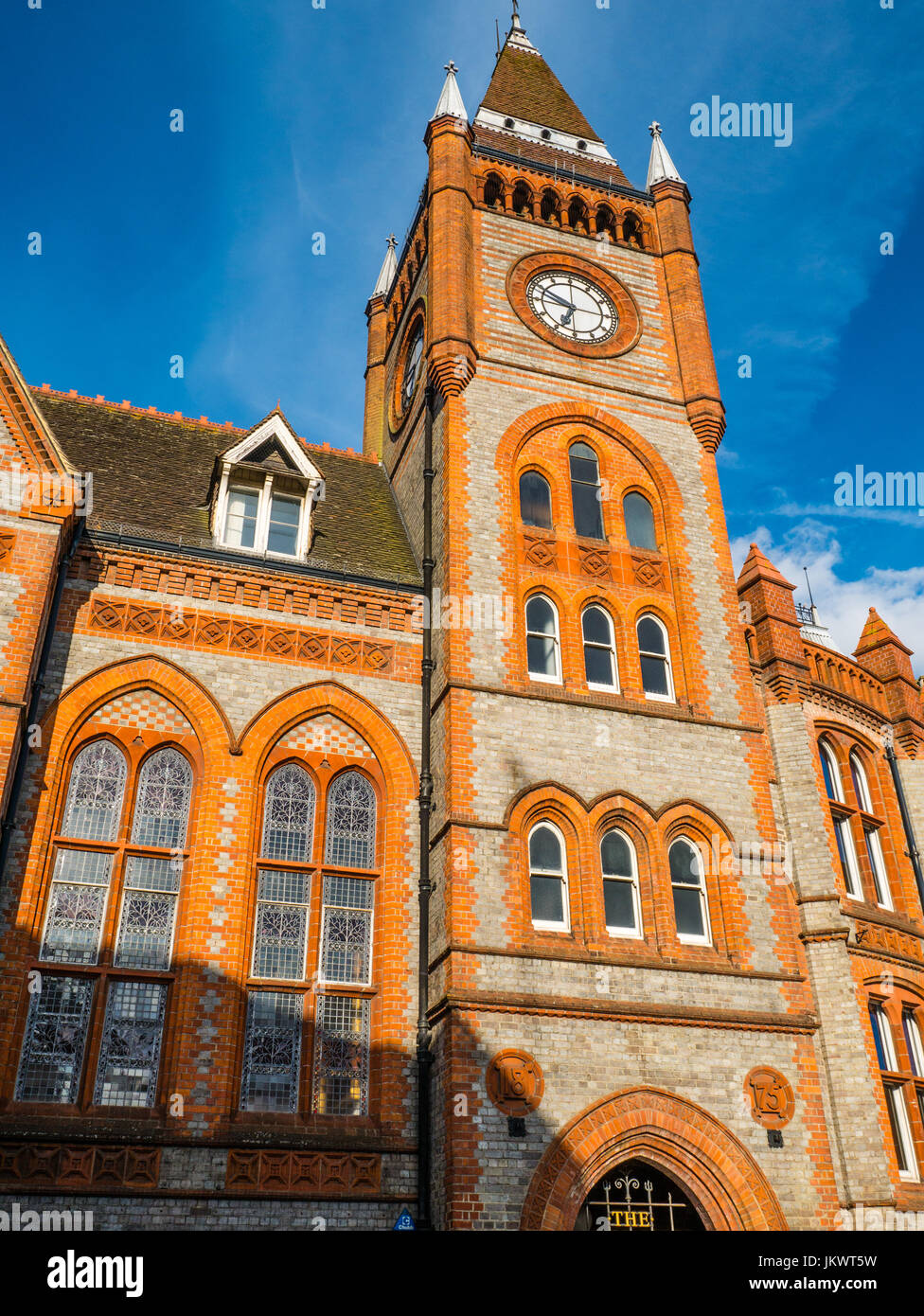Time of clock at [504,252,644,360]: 6:49
